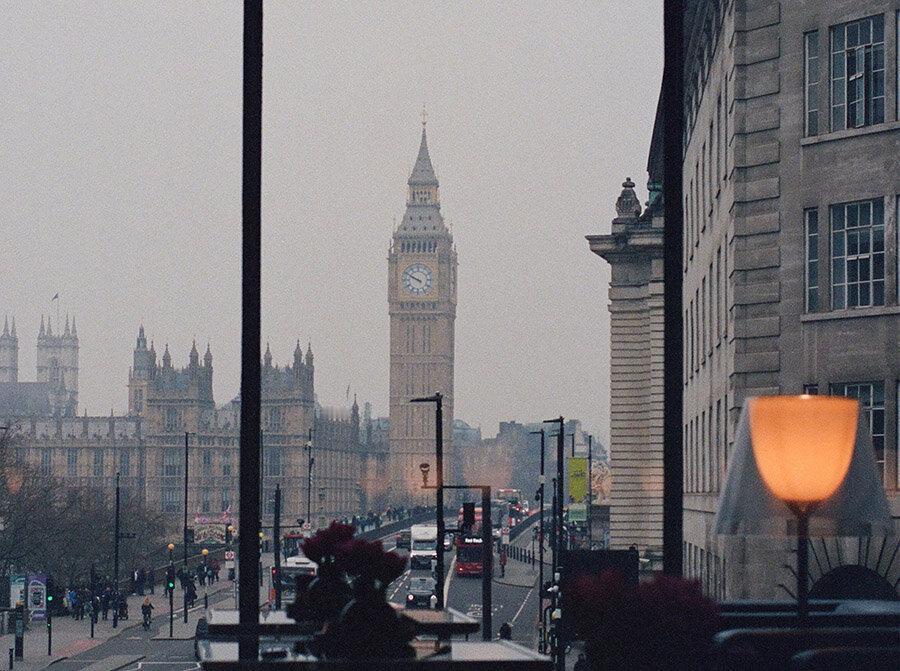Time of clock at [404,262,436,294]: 9:49
